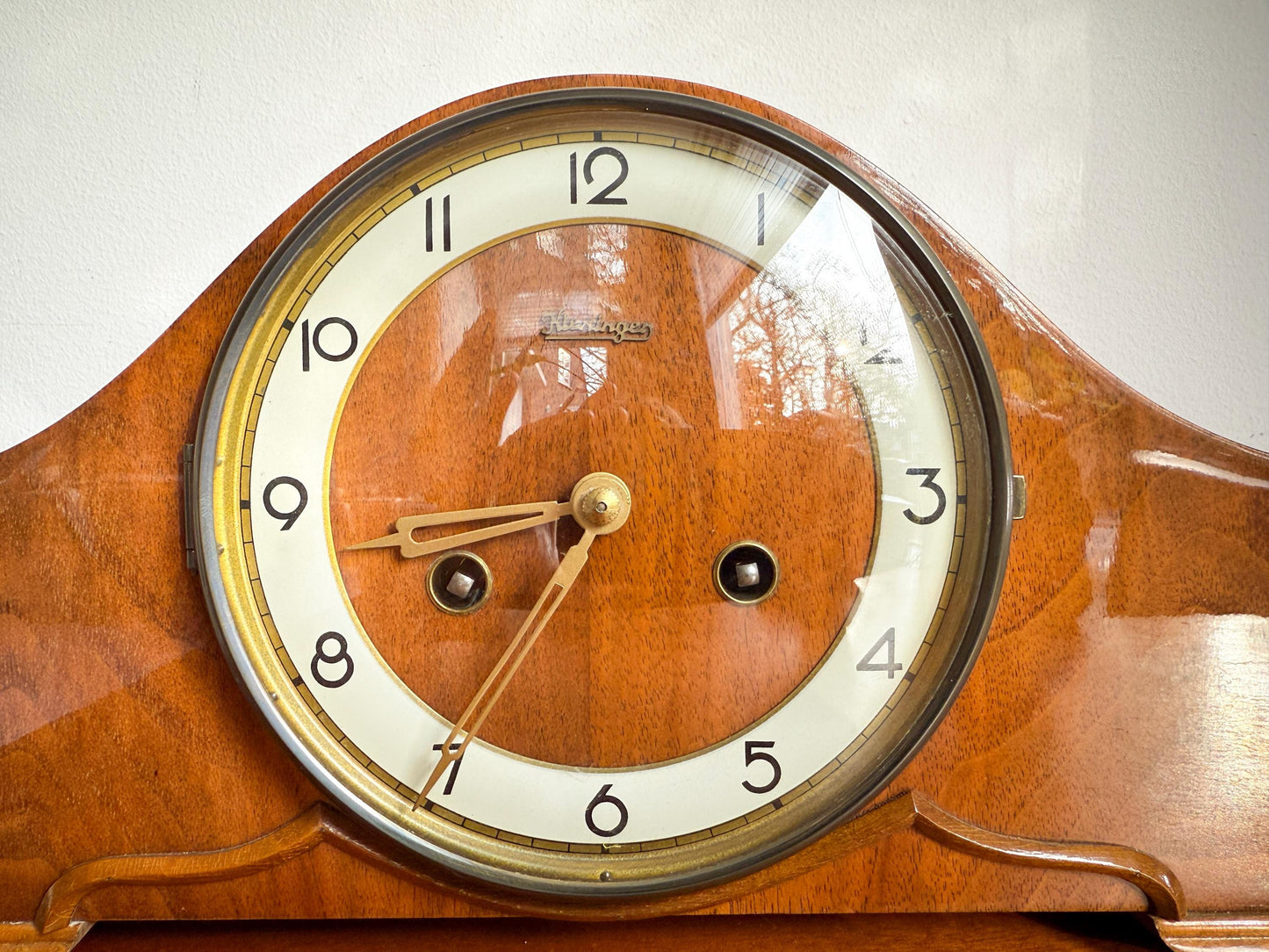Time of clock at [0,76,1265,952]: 8:35
